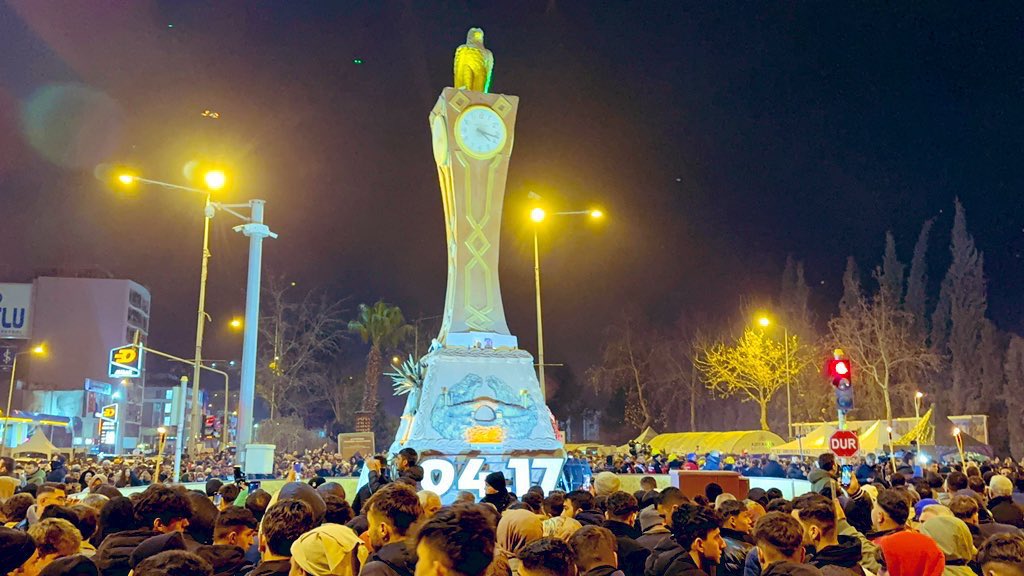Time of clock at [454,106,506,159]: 4:17
